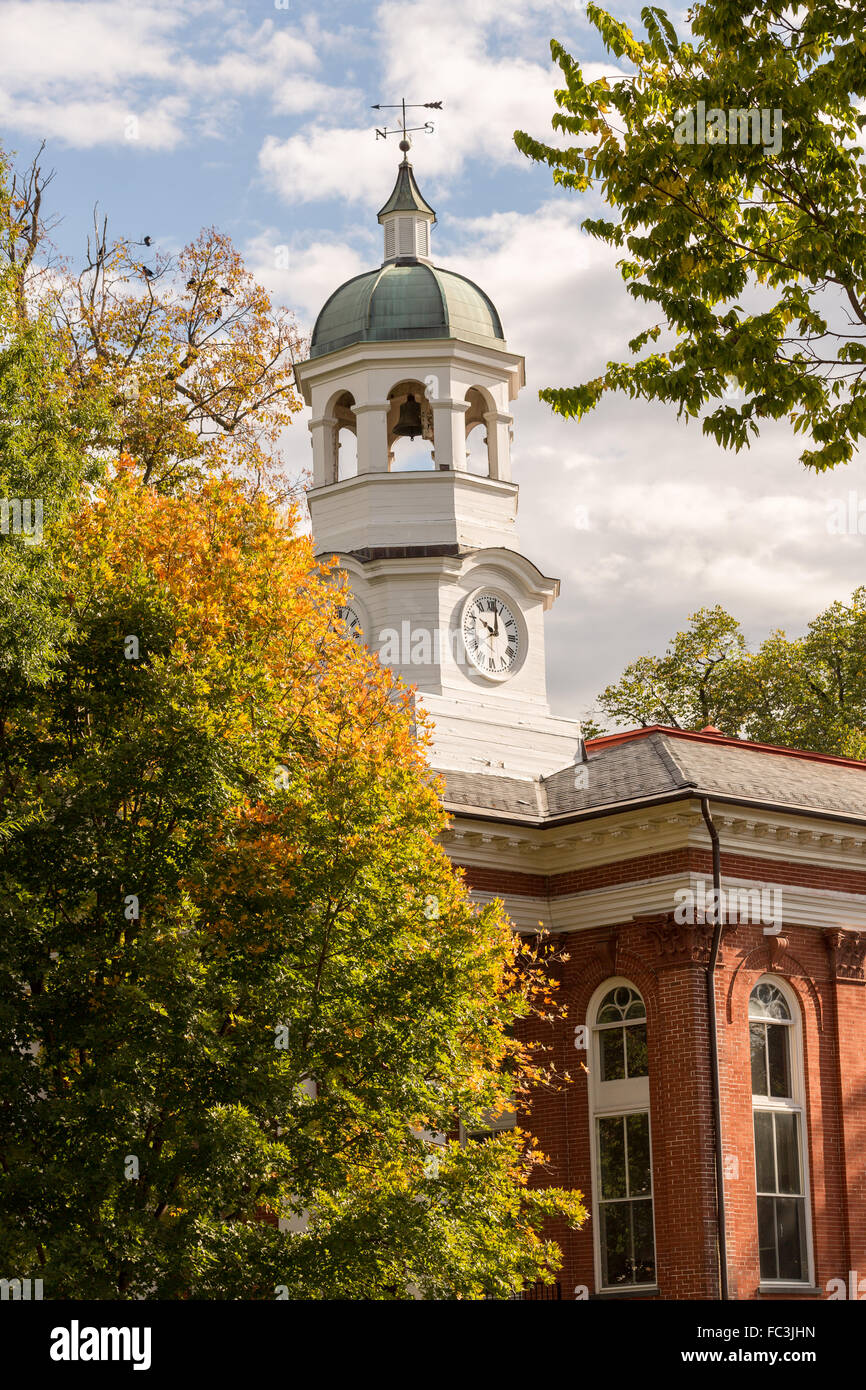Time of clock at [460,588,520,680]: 10:01
